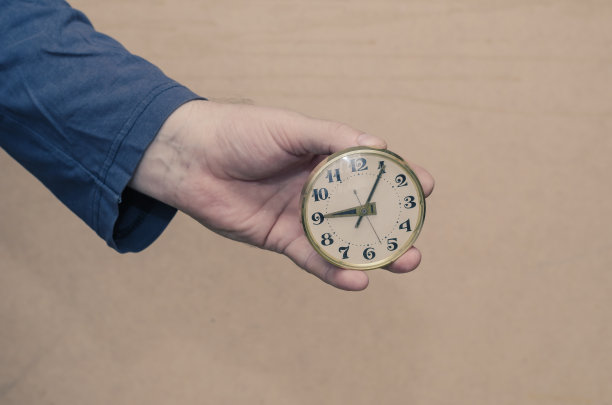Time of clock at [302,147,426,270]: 9:05
